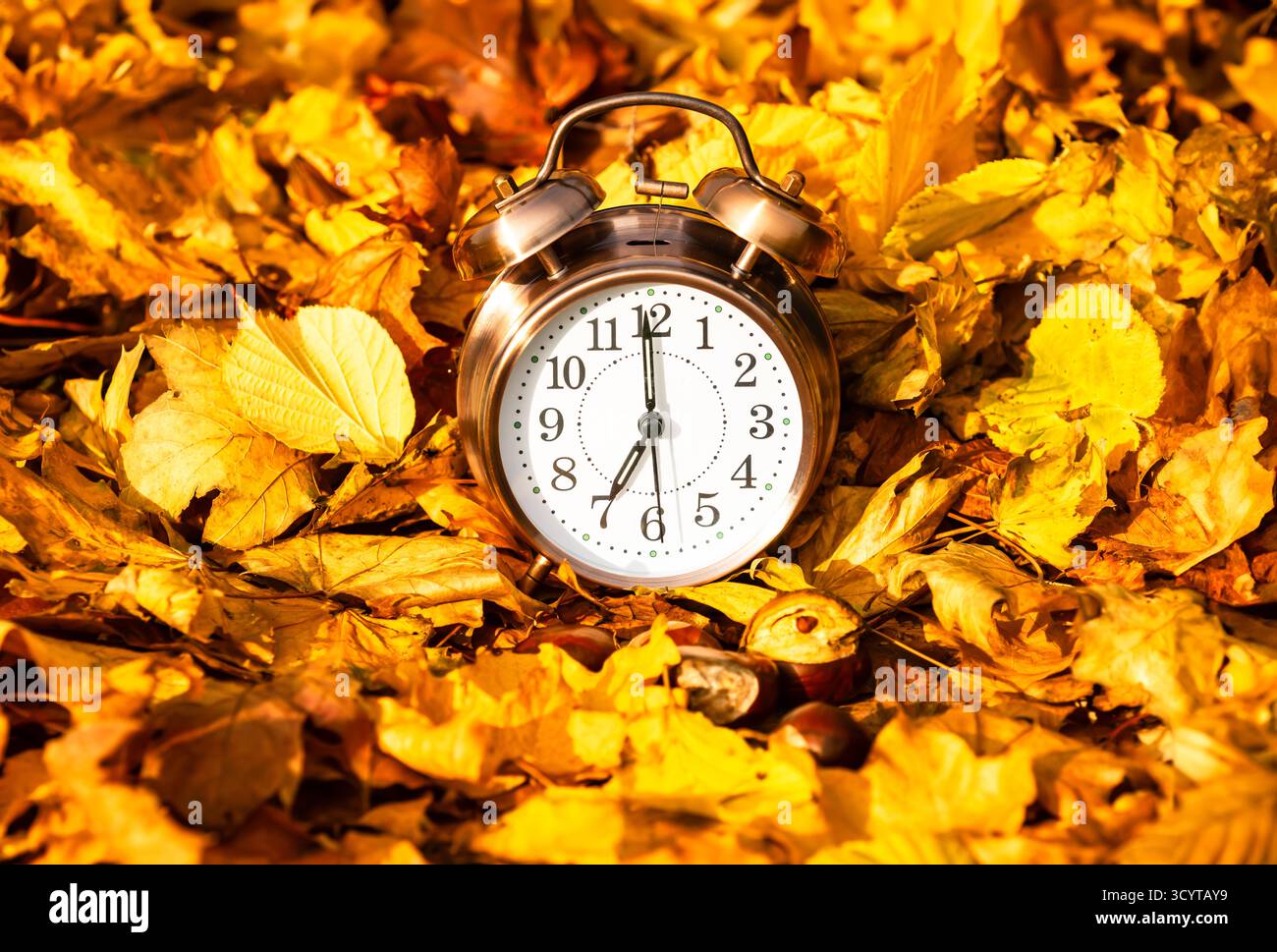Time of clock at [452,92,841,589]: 6:59
